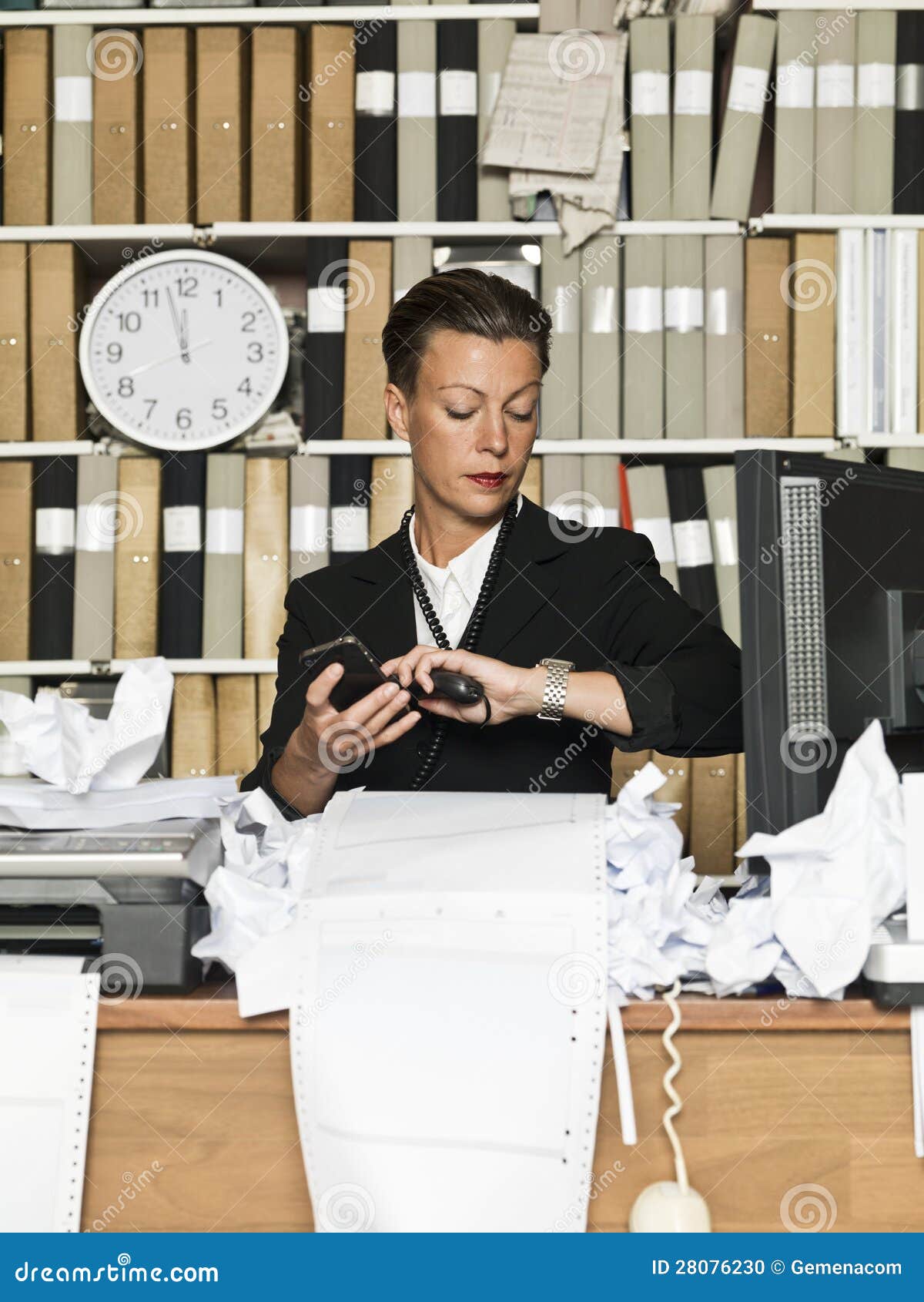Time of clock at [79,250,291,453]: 11:57
